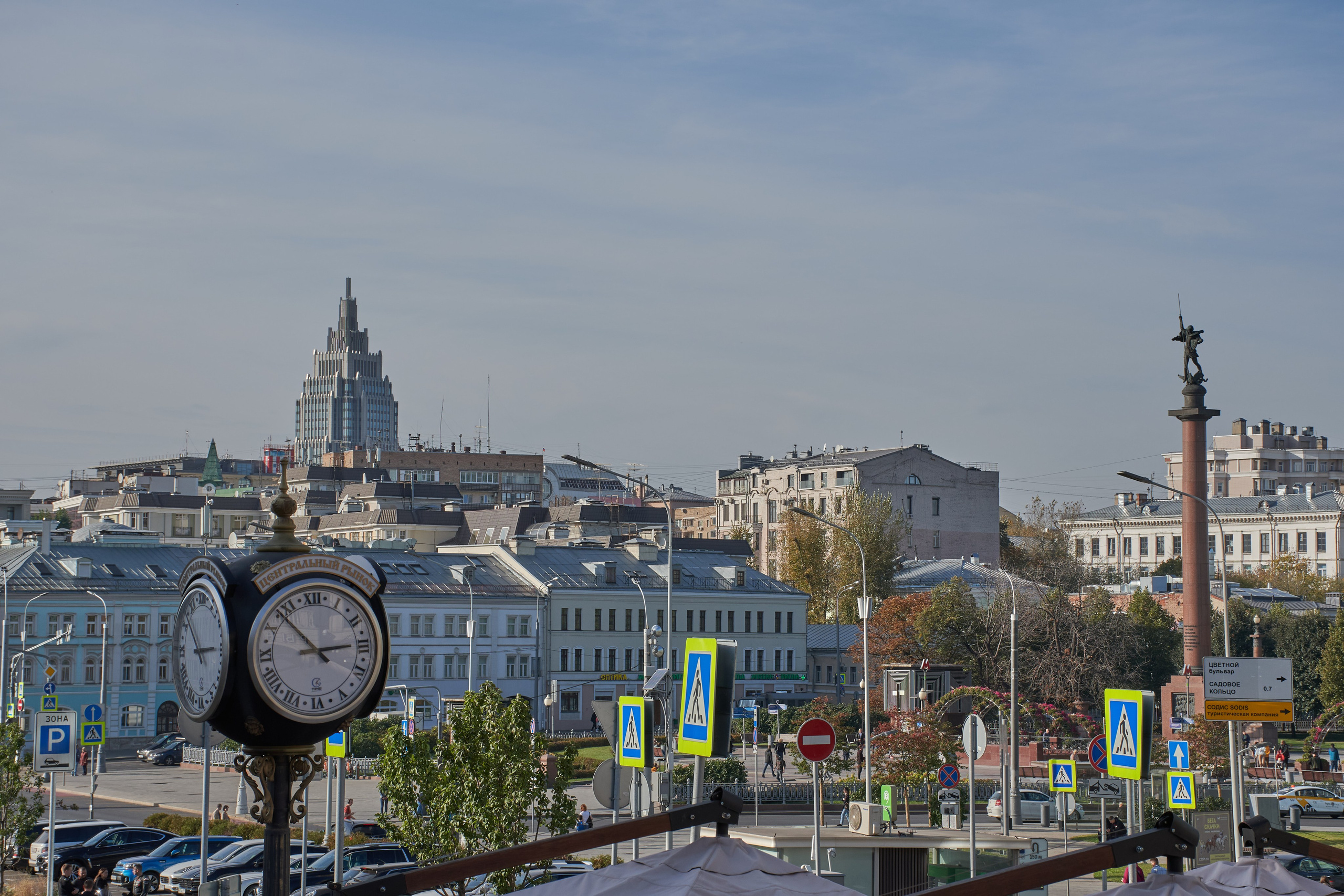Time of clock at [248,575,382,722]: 2:52
